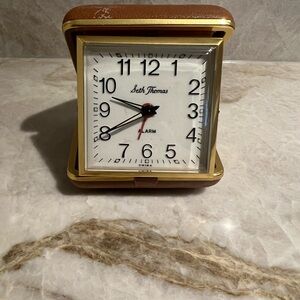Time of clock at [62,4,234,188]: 9:40
